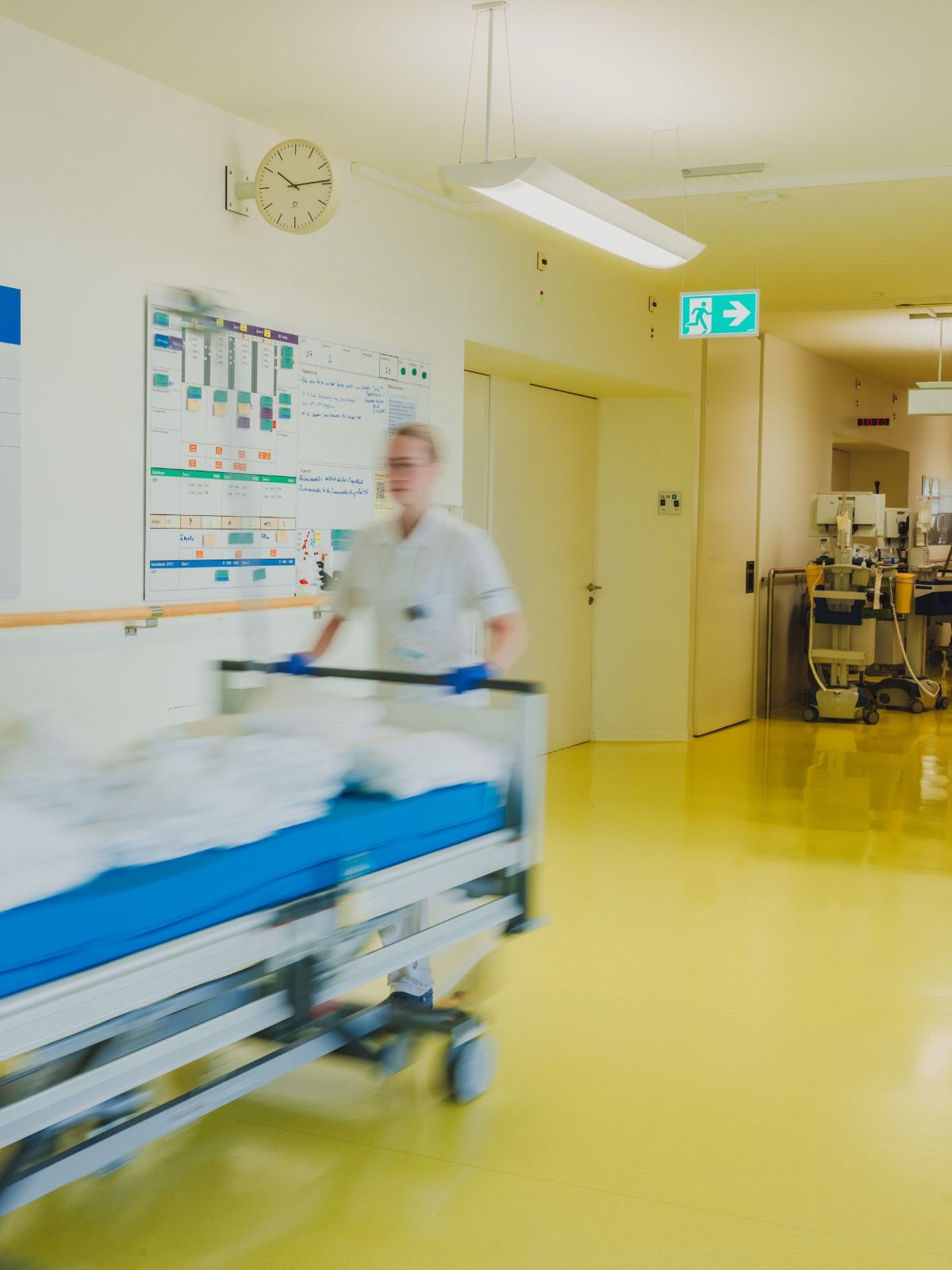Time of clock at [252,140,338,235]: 10:14
